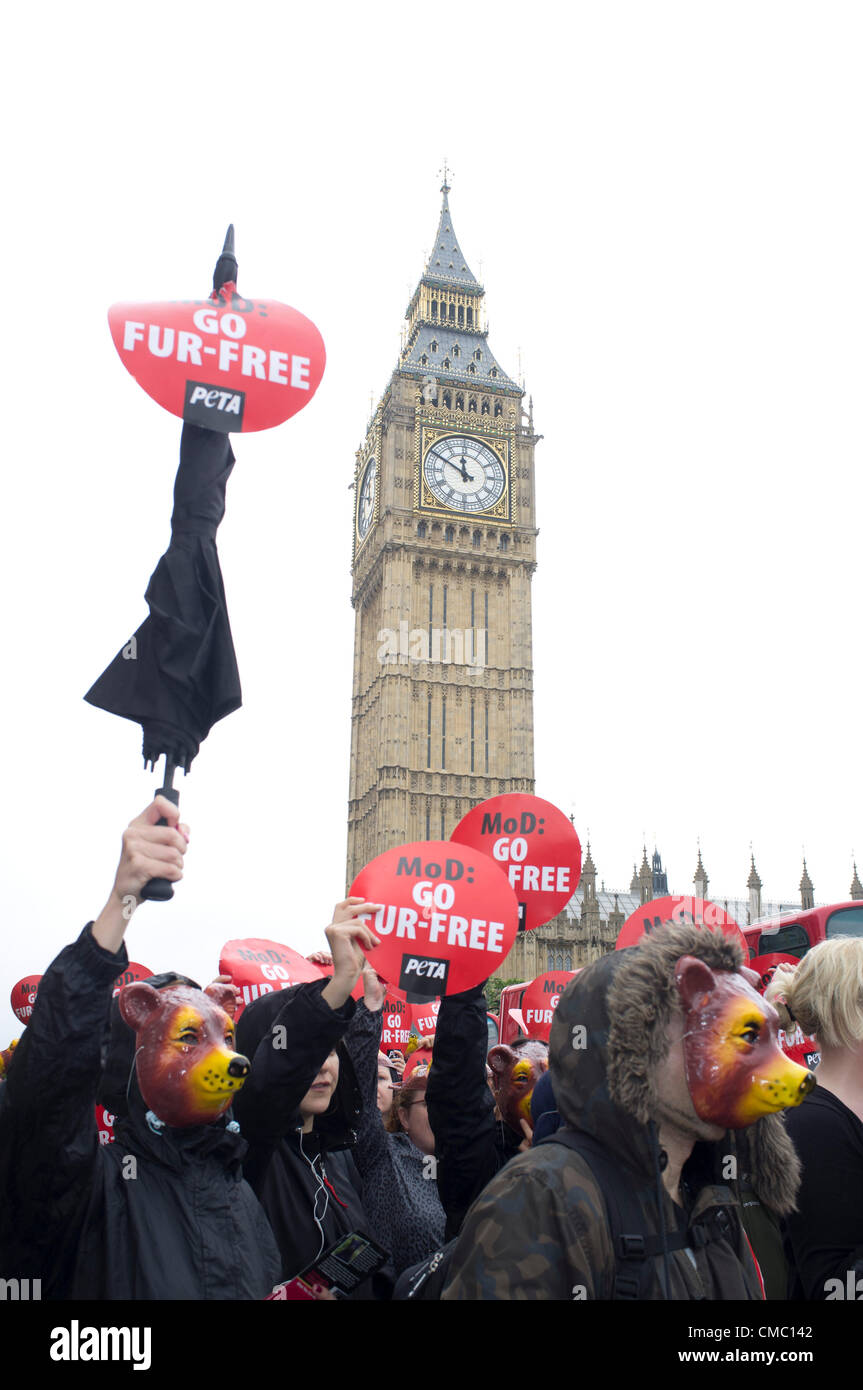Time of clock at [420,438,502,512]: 11:50
